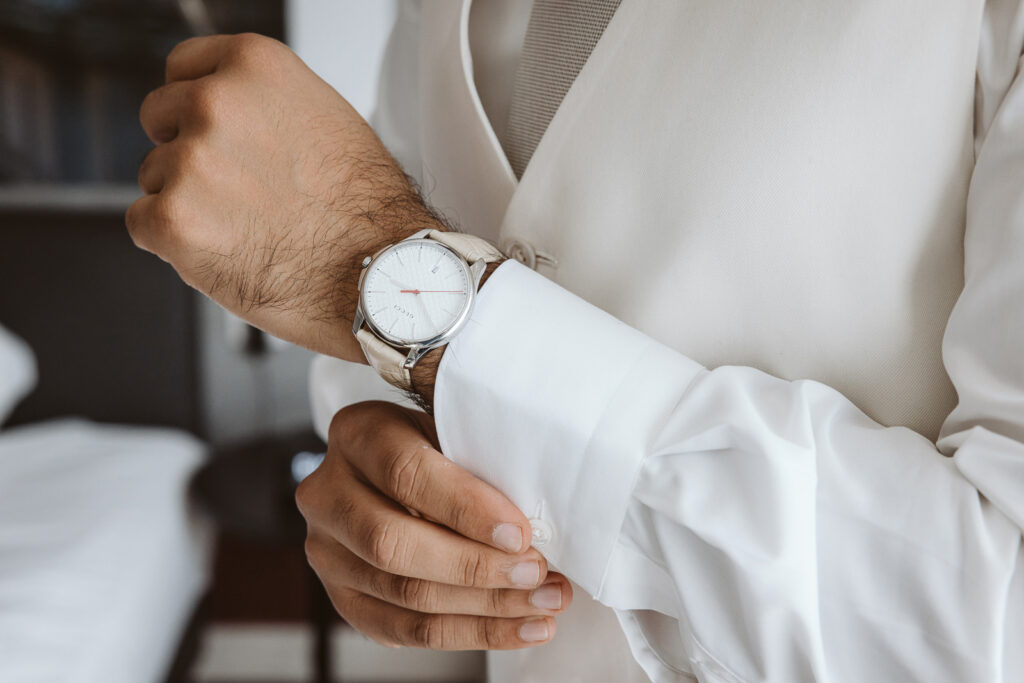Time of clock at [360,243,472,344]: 9:25
